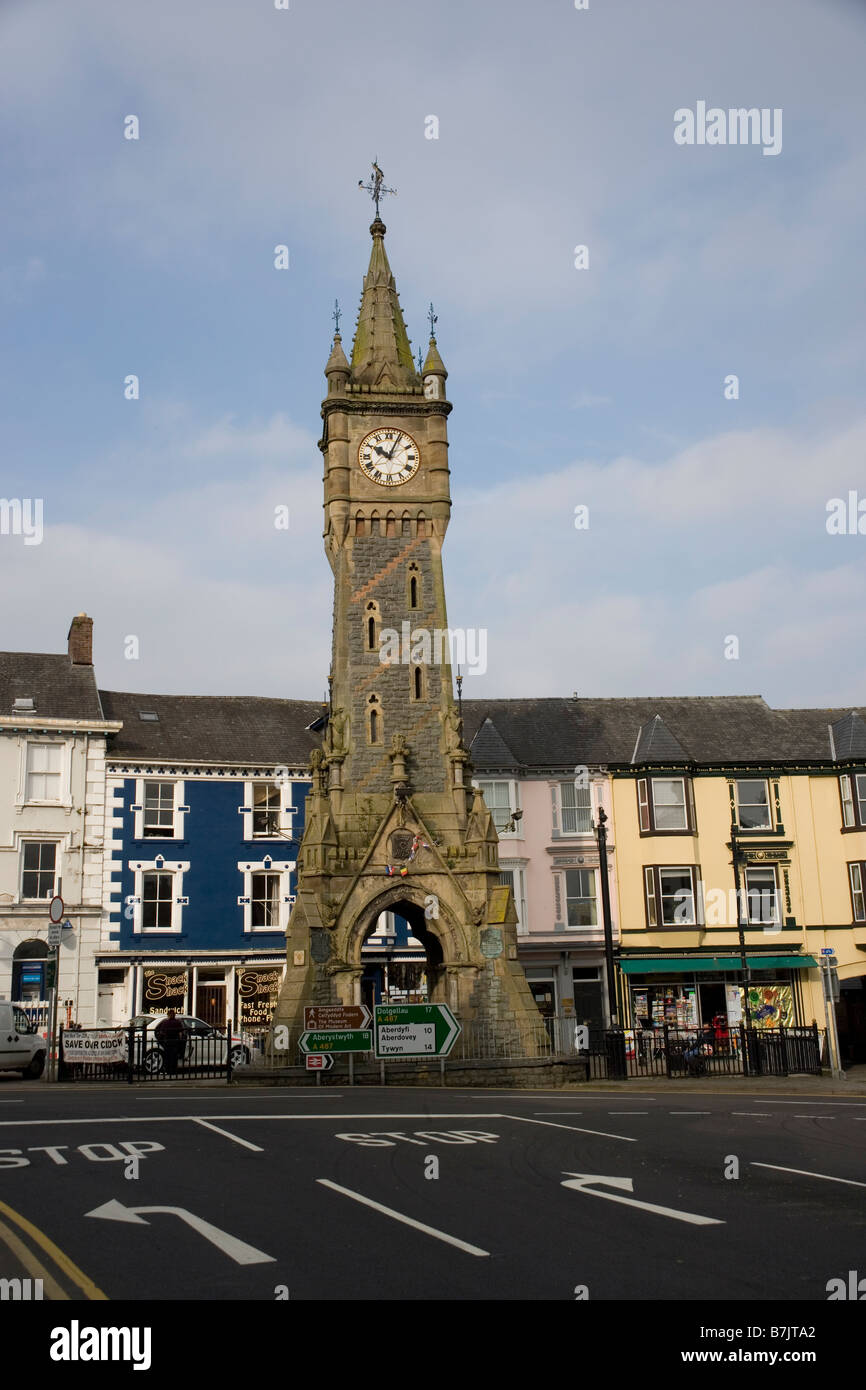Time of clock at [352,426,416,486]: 10:04
